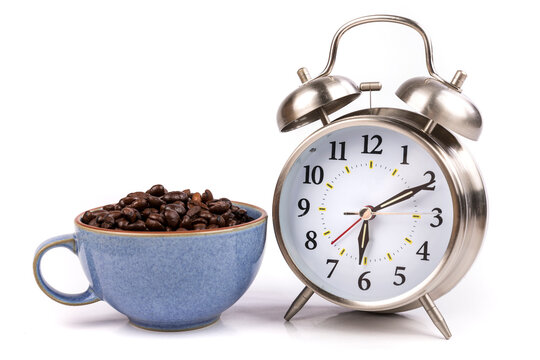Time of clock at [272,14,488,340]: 6:10
